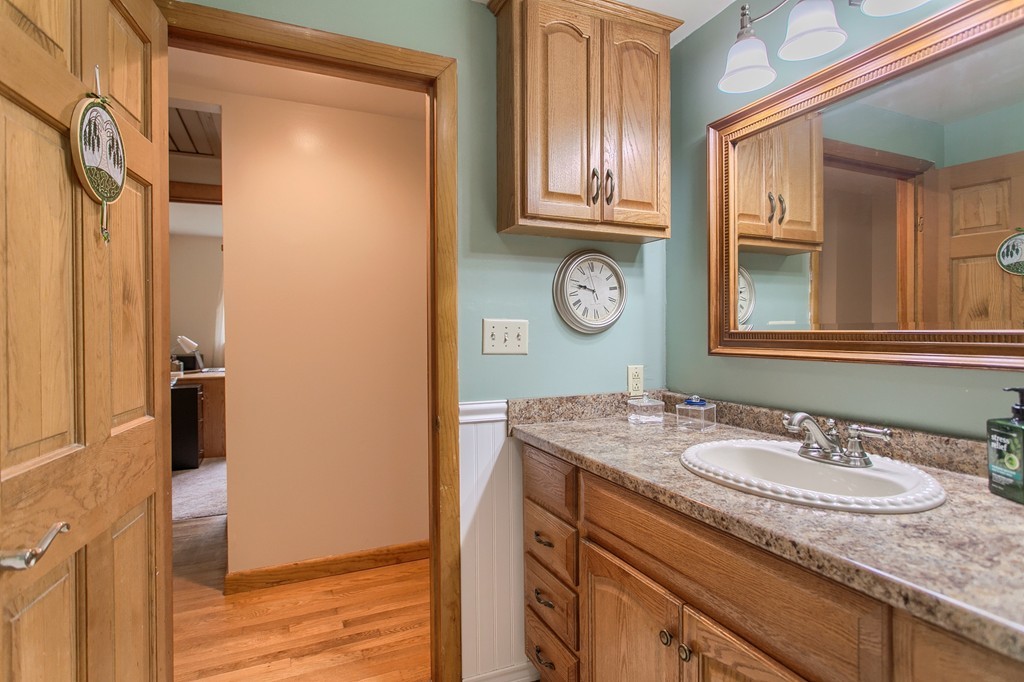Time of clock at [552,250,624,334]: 9:48
